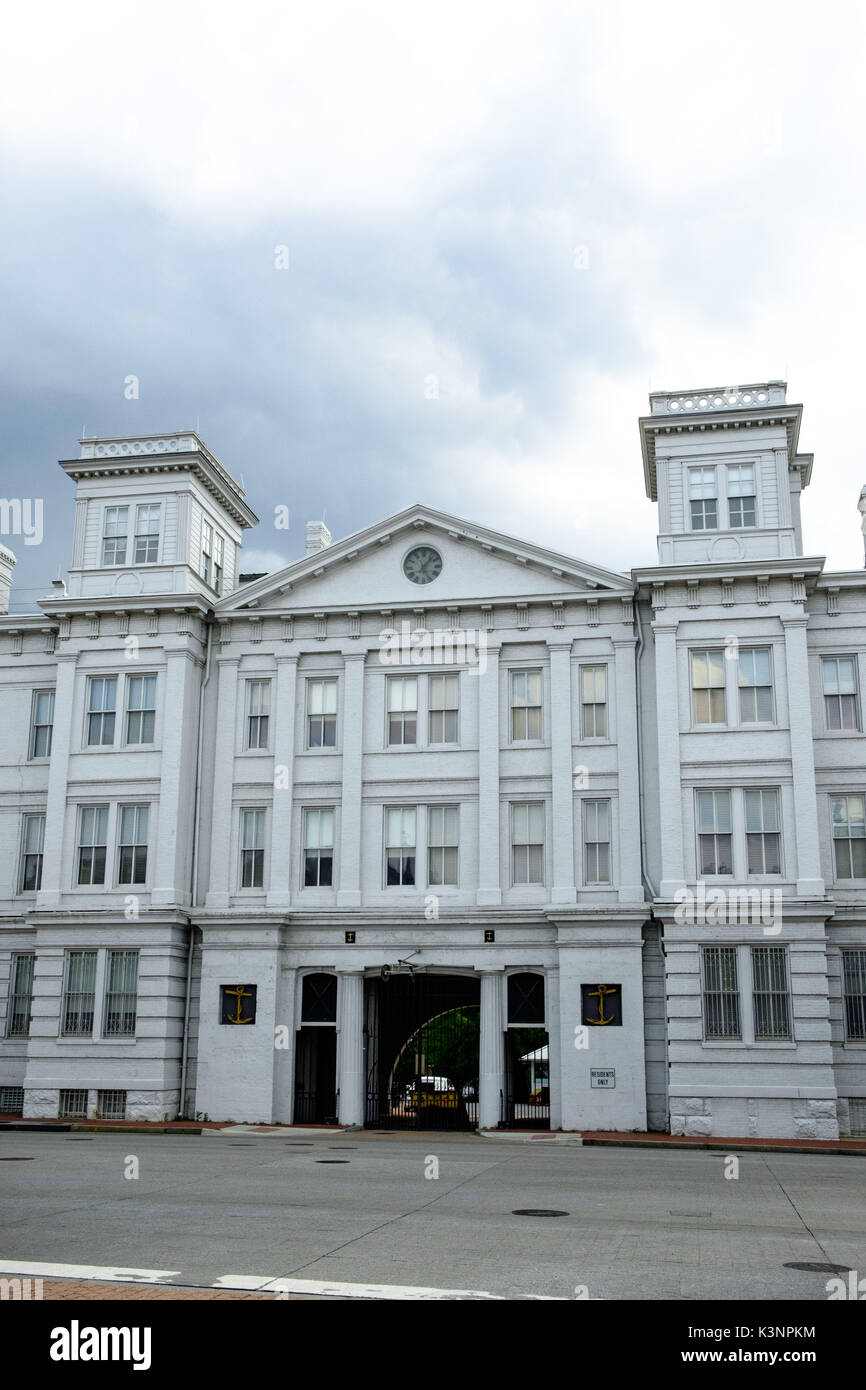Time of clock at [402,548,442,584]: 5:06
